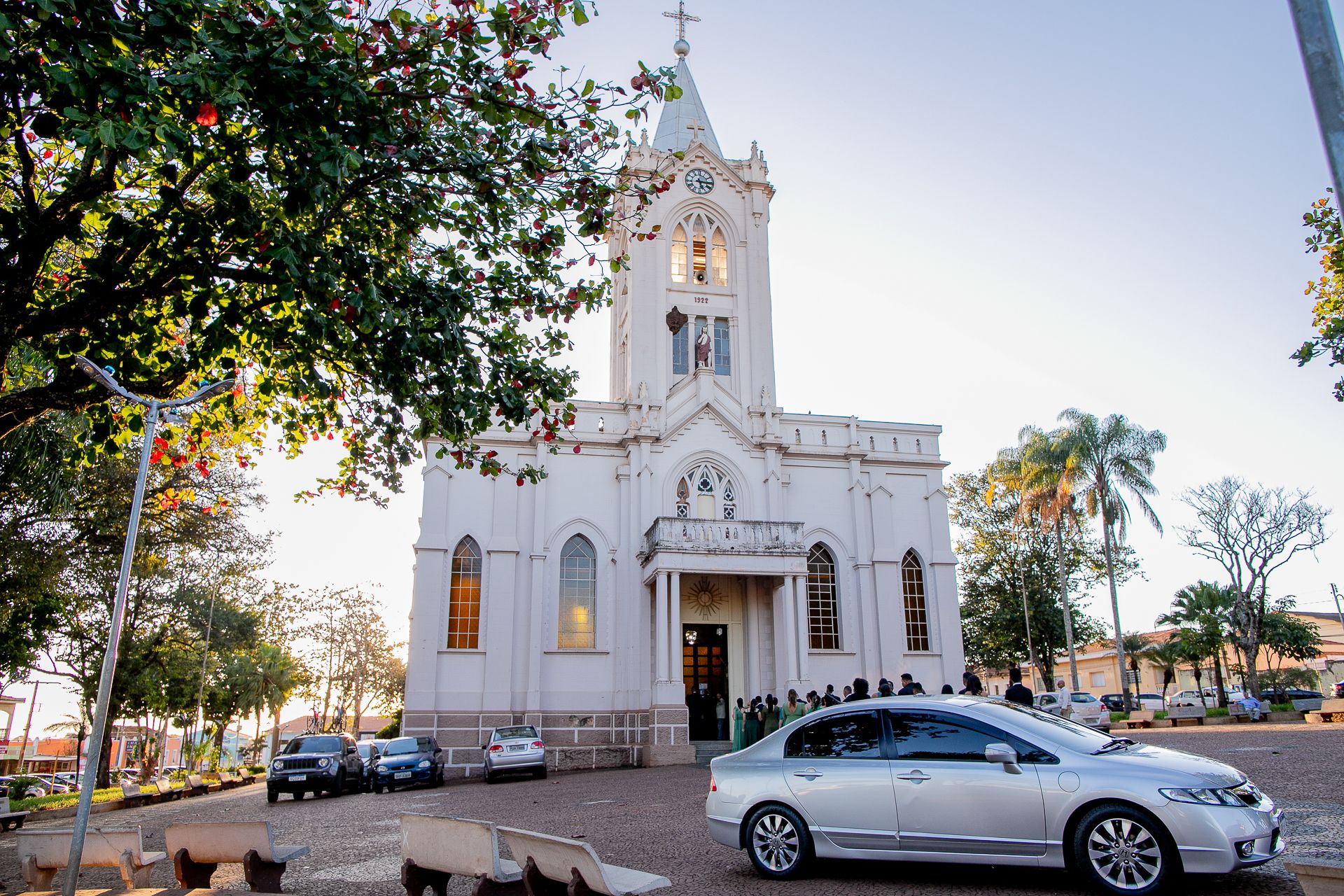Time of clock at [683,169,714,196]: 5:15
